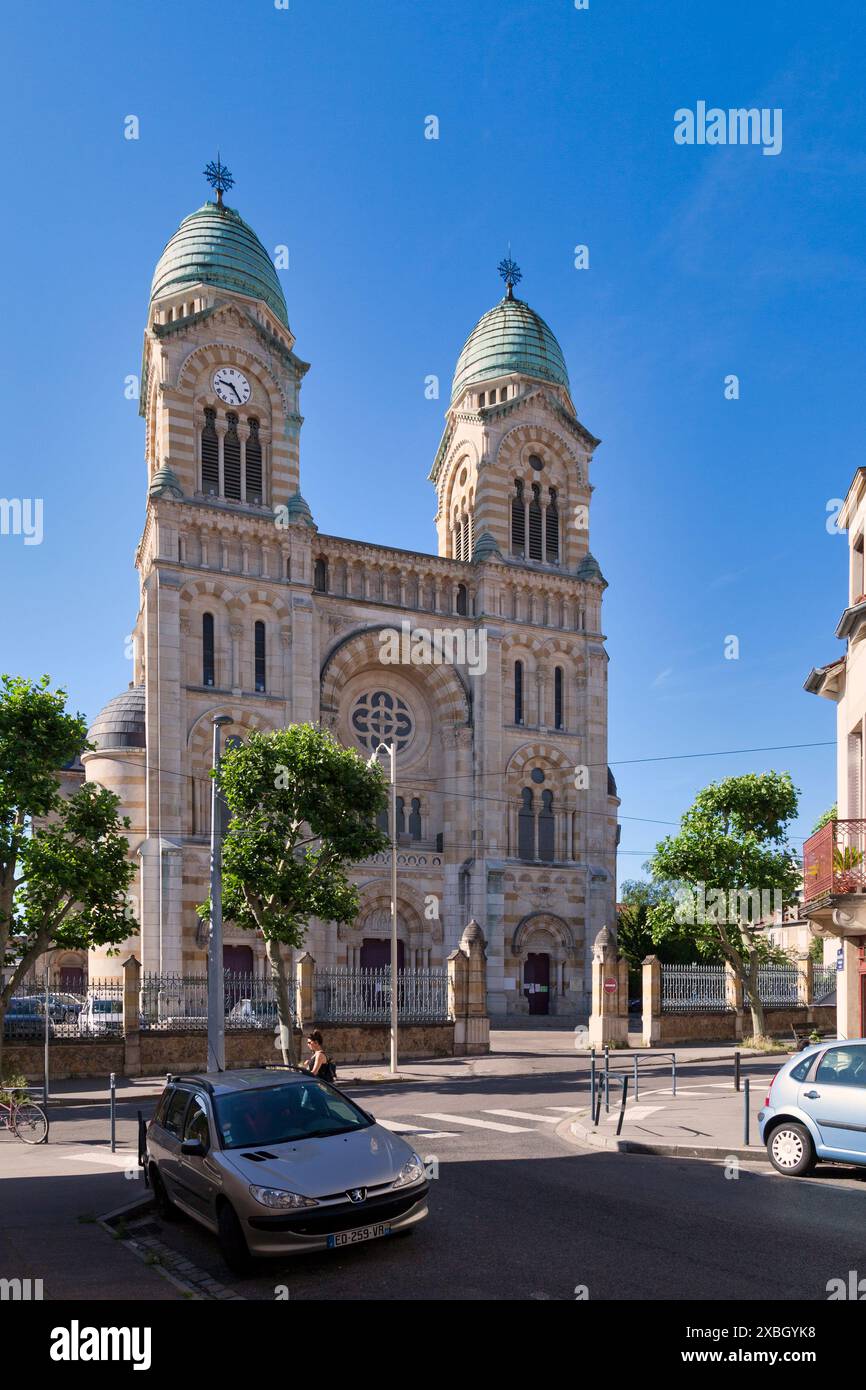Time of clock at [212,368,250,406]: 9:24
